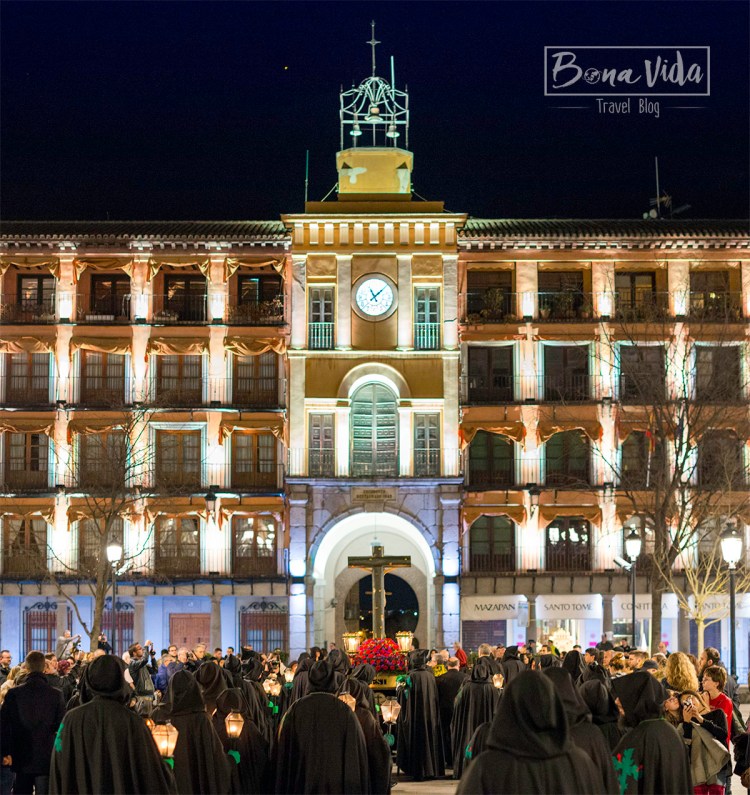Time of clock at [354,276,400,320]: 11:07
